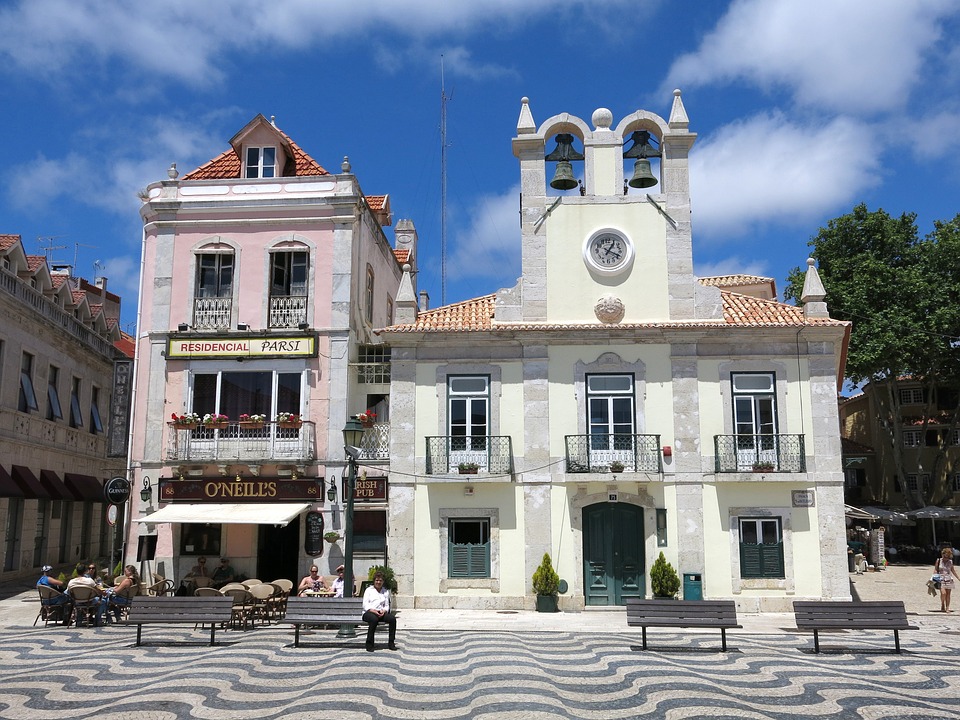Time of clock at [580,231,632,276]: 1:18
